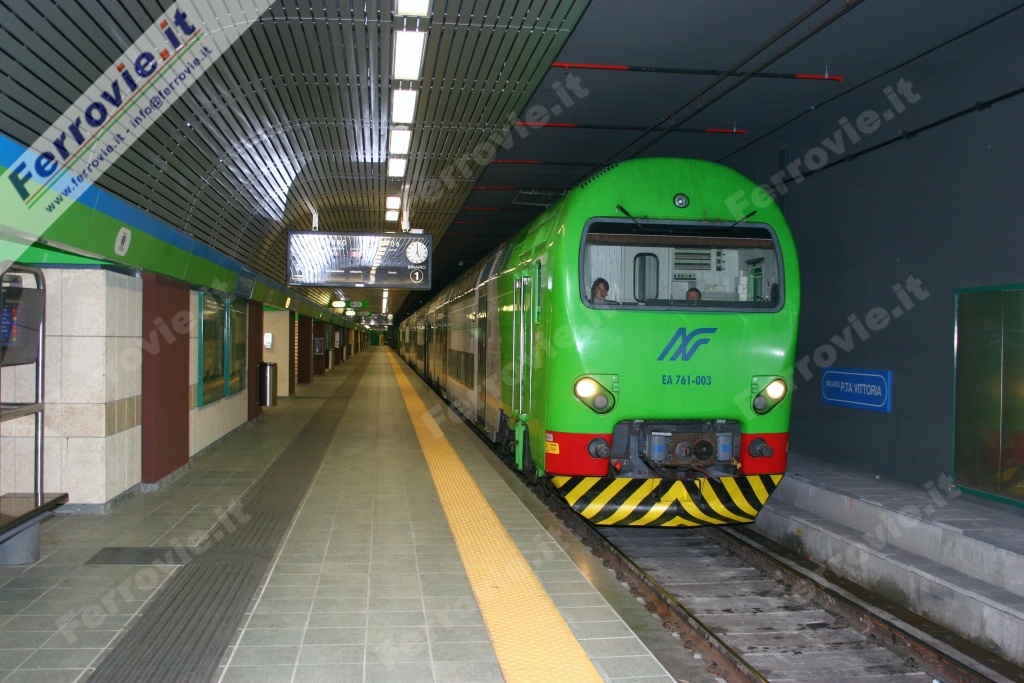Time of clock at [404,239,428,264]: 5:00
